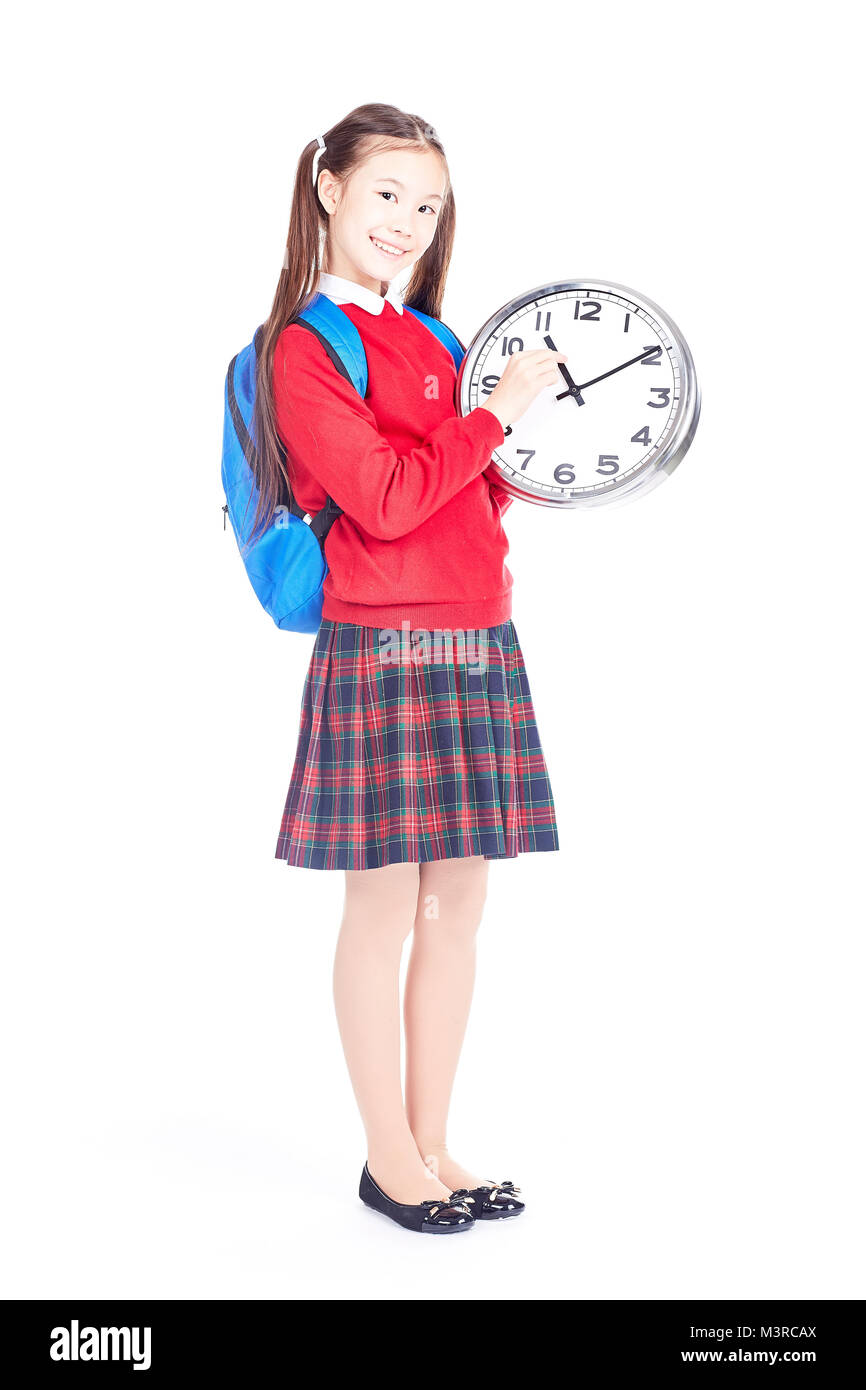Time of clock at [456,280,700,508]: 11:09
